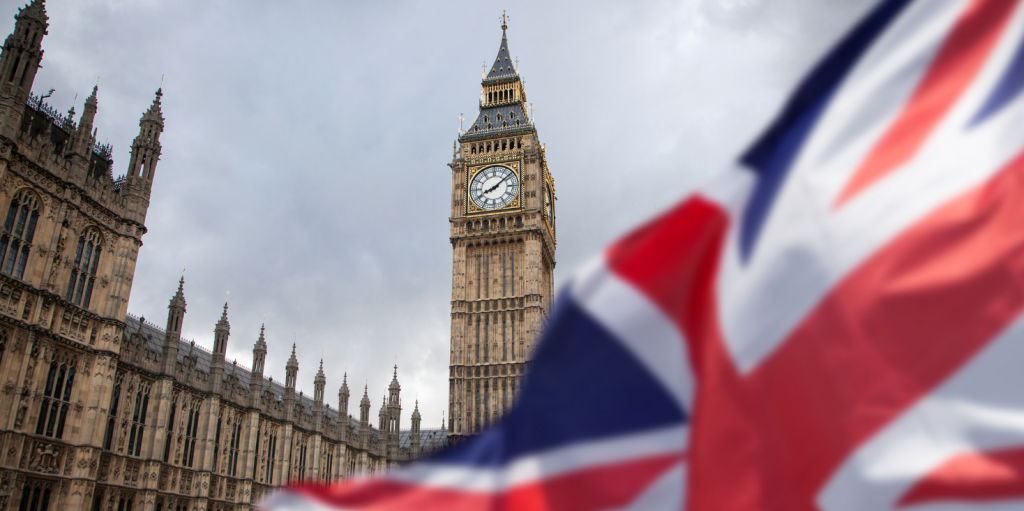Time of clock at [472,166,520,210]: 8:08
